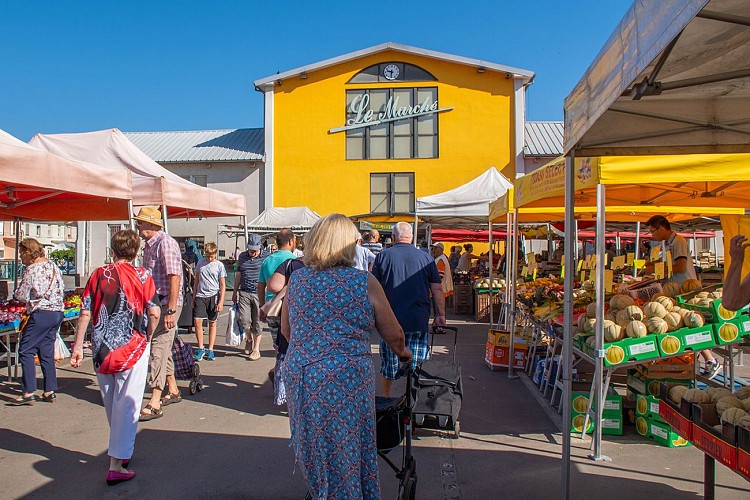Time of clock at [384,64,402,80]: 9:31
